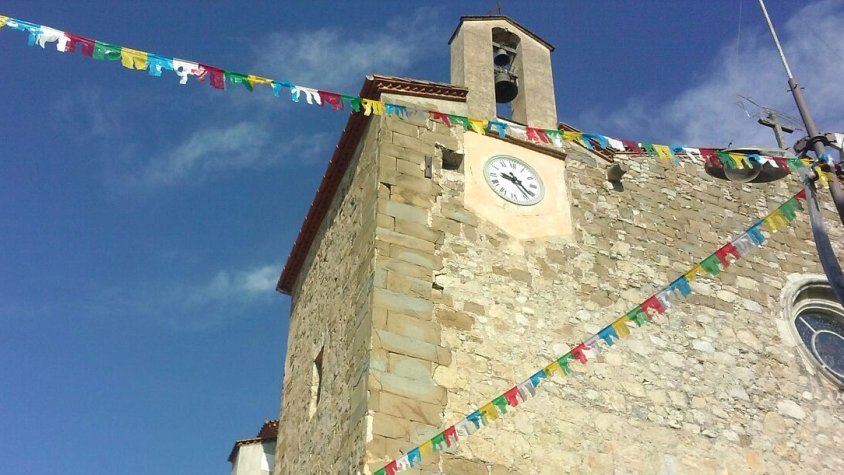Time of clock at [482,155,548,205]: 9:22
